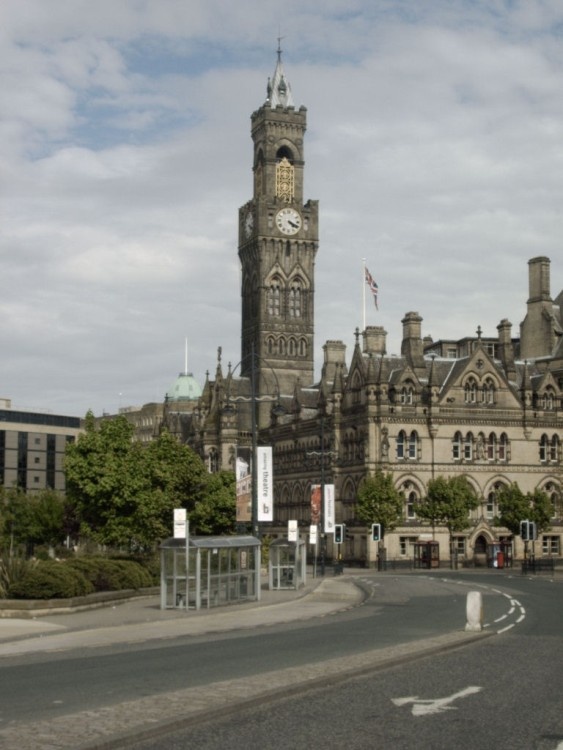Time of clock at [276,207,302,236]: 4:19
